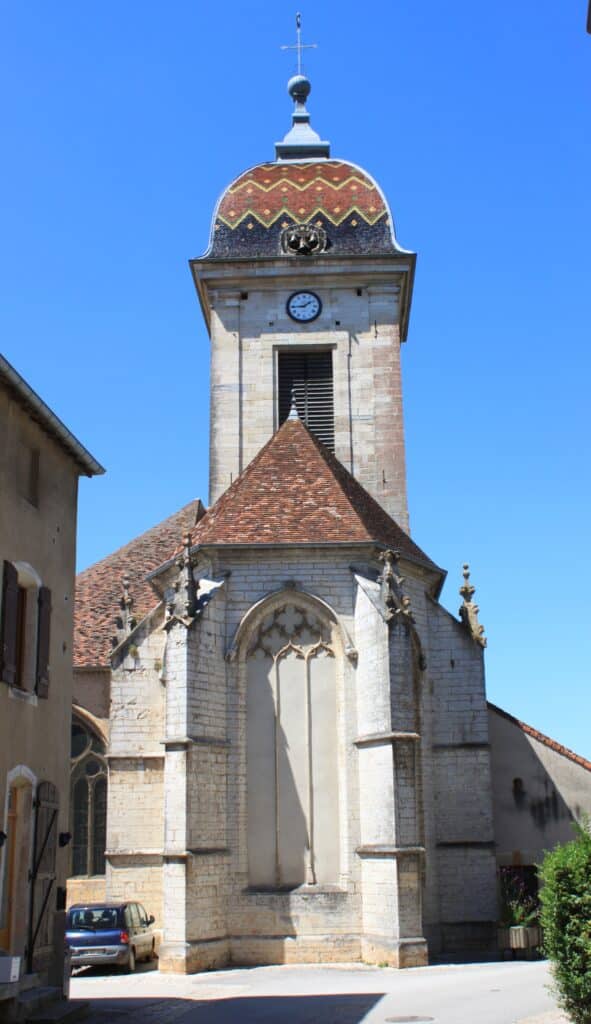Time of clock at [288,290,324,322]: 1:44
